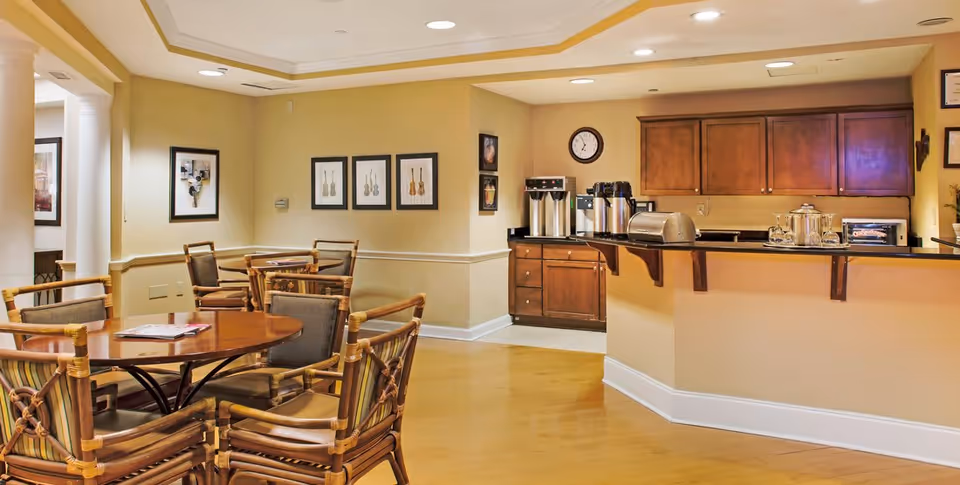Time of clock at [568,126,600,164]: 6:56
